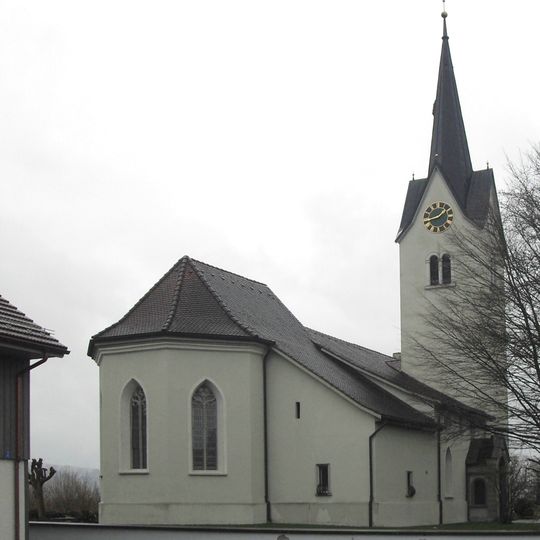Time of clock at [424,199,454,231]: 1:41
